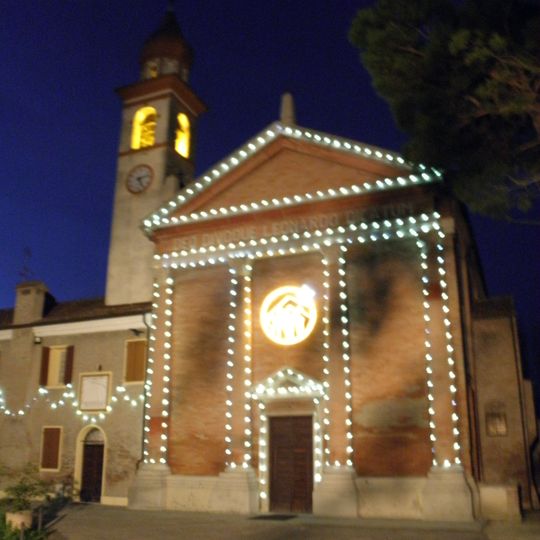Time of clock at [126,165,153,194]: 5:12
